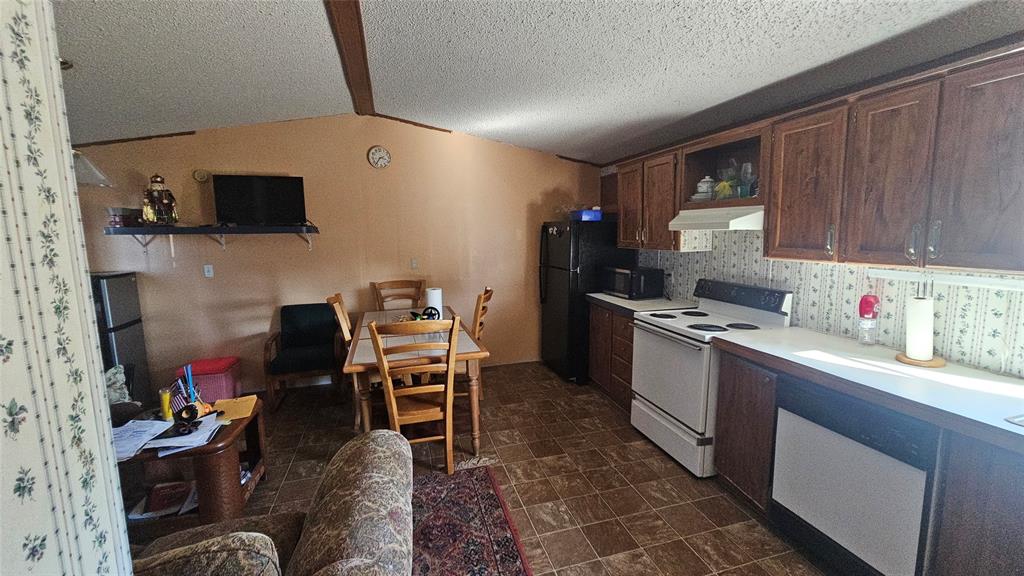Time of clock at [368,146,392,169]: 2:36
